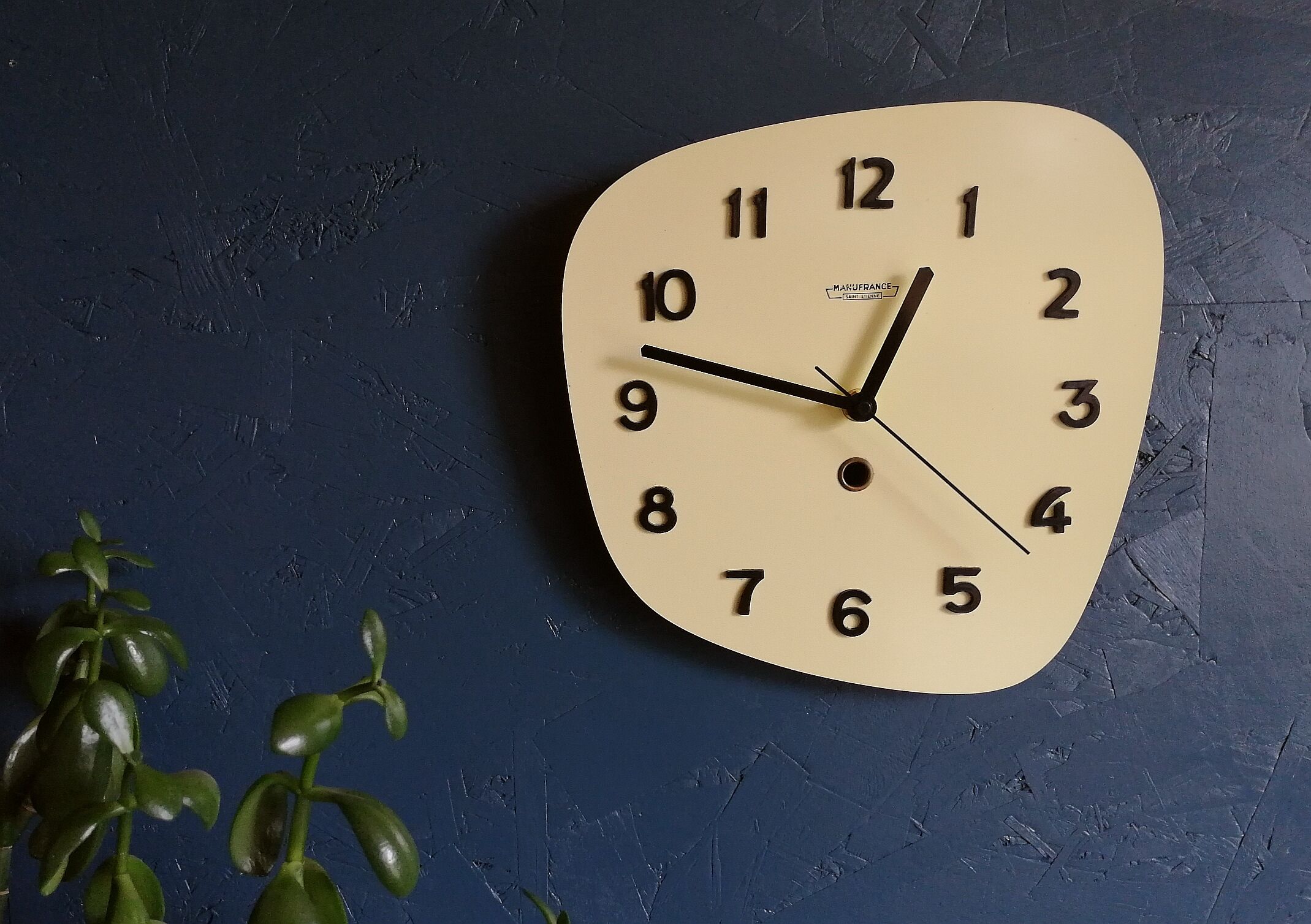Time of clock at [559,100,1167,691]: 12:47
